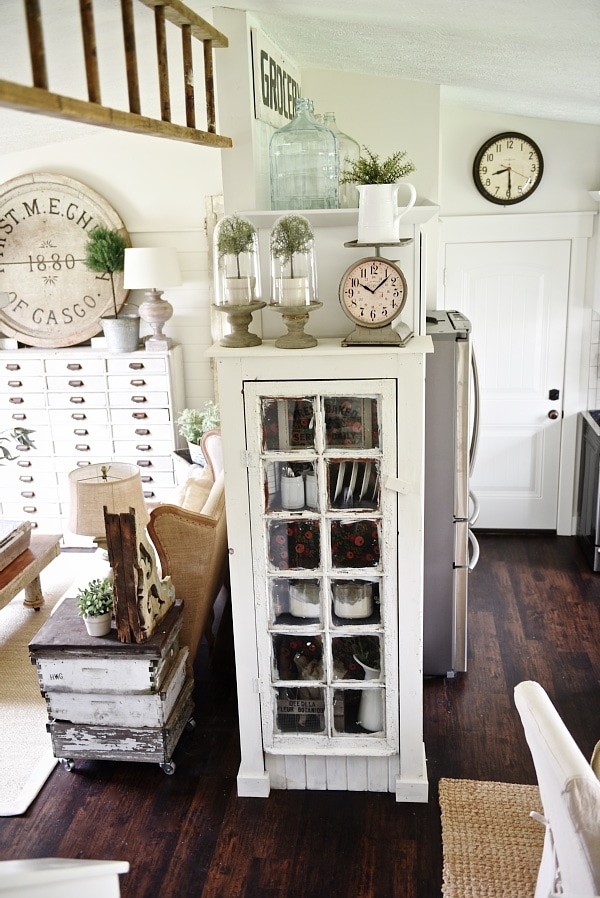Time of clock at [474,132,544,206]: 8:29
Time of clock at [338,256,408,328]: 10:07
